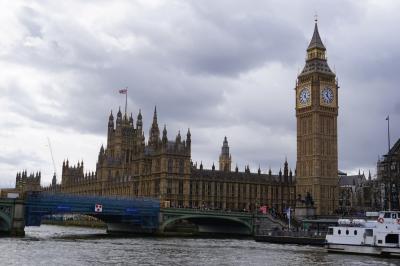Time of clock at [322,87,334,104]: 12:23
